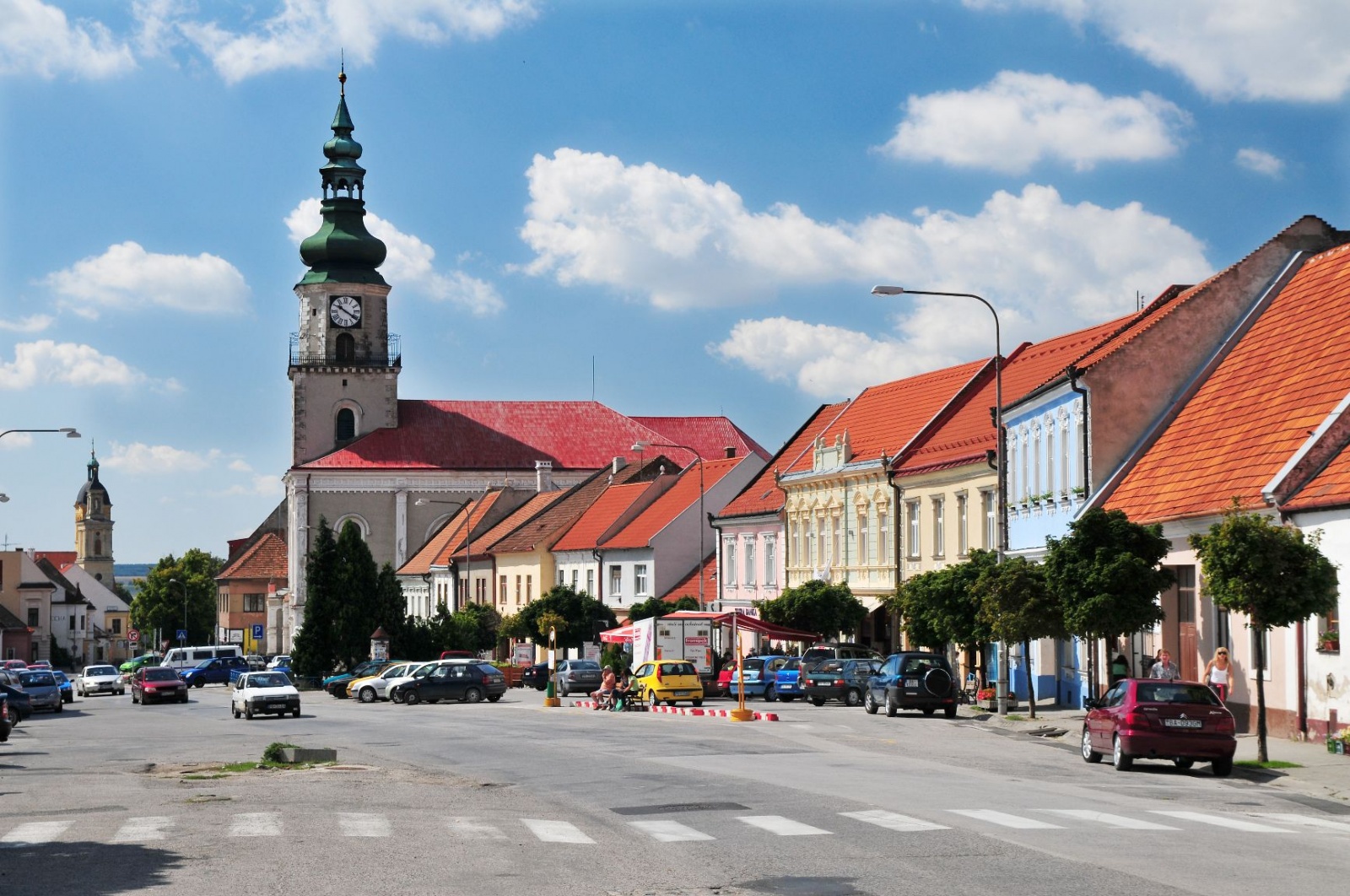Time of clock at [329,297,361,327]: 10:20
